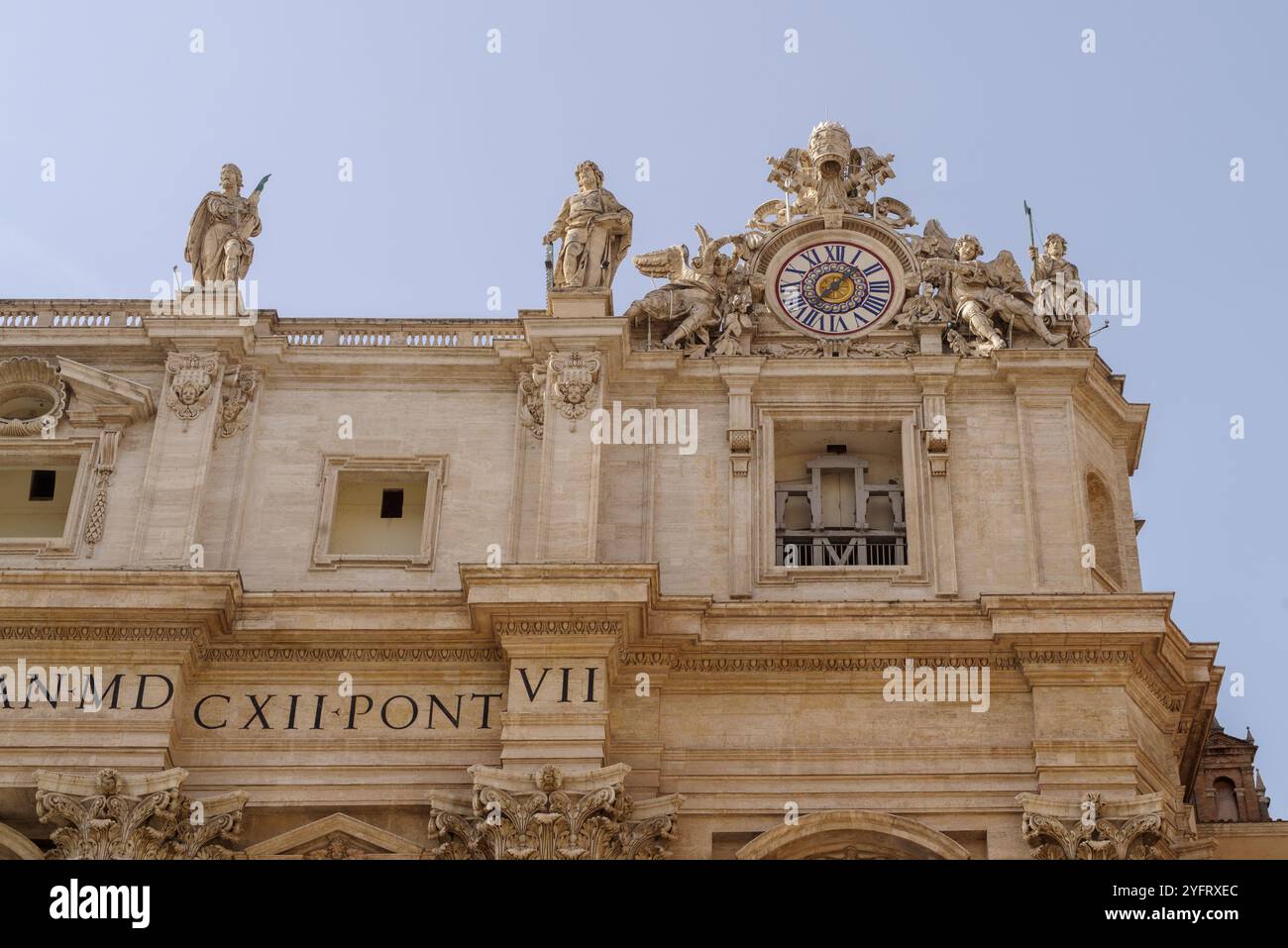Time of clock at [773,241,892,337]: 1:36
